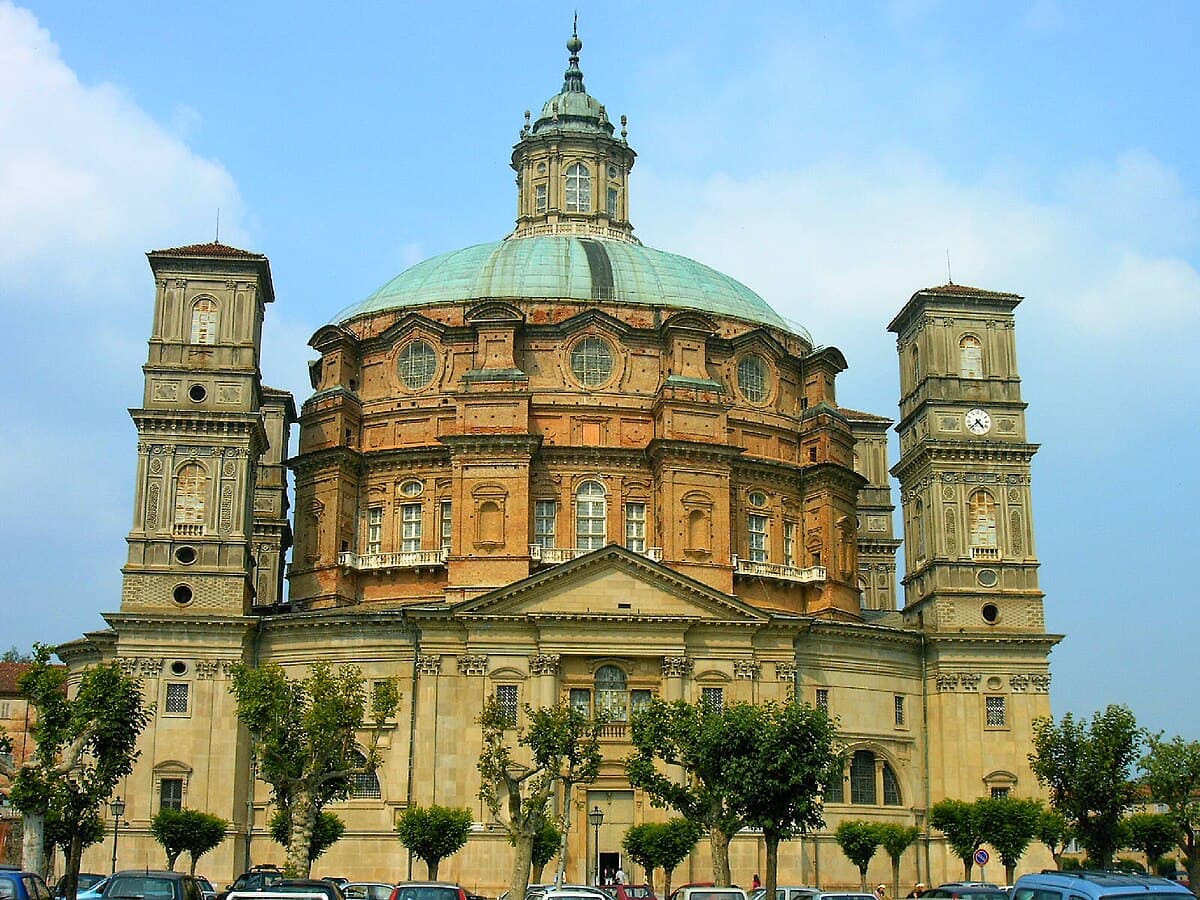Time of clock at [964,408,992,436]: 4:37
